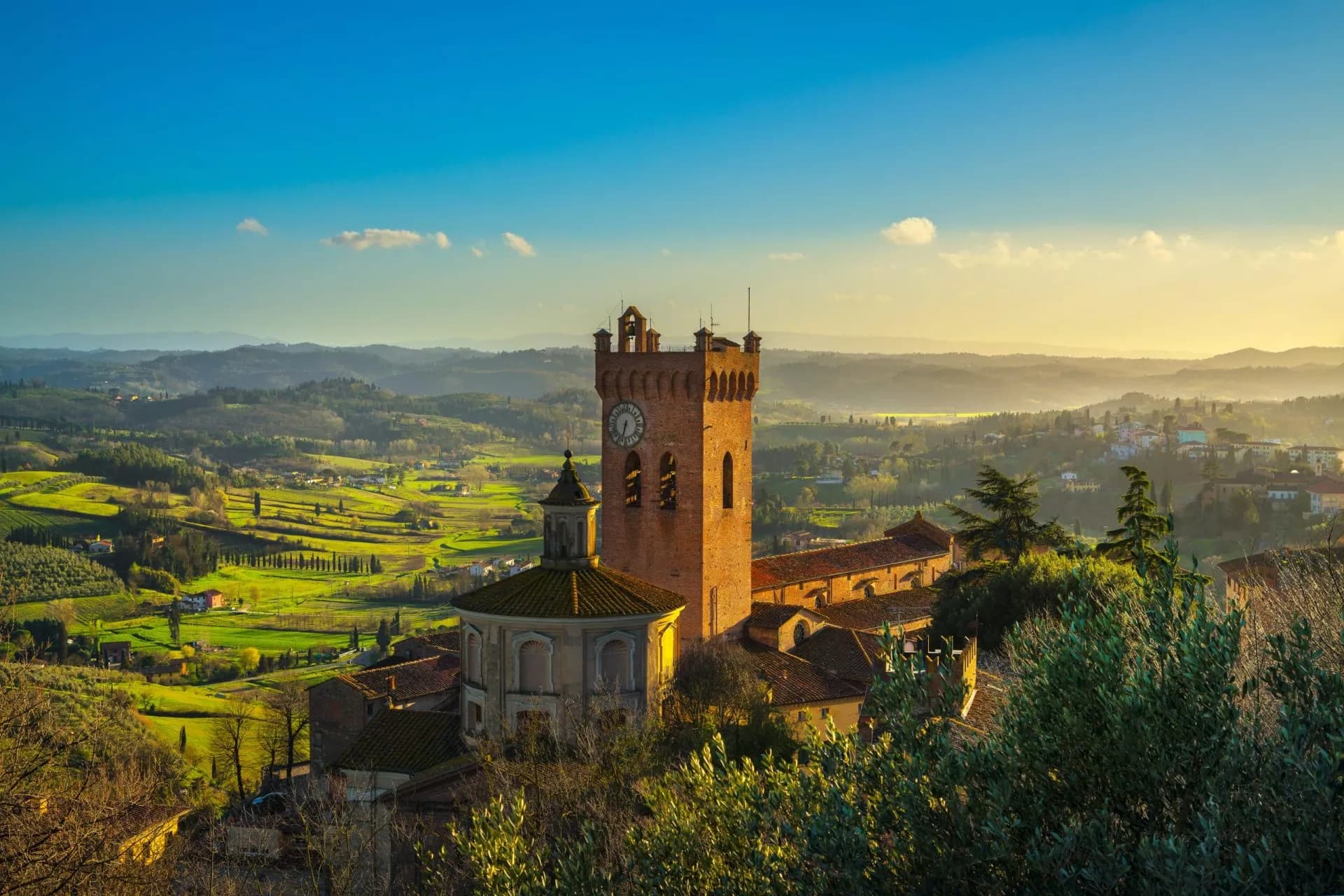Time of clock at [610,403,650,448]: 6:32
